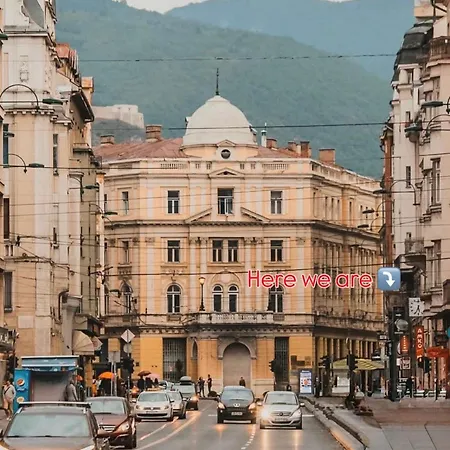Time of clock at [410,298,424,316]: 5:33
